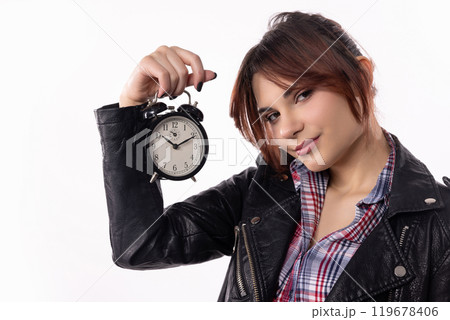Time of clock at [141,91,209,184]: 10:11
